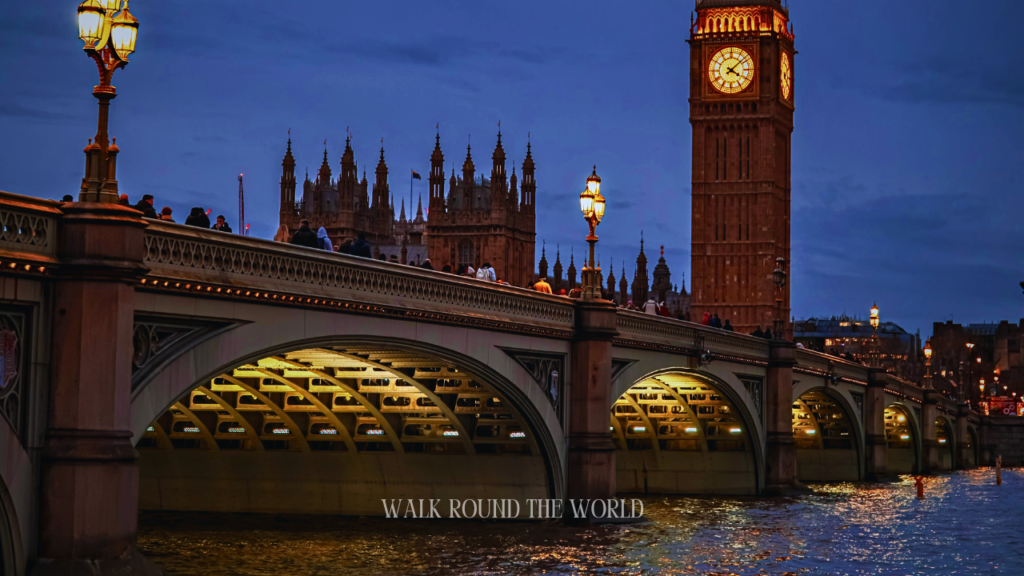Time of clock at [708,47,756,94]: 4:07
